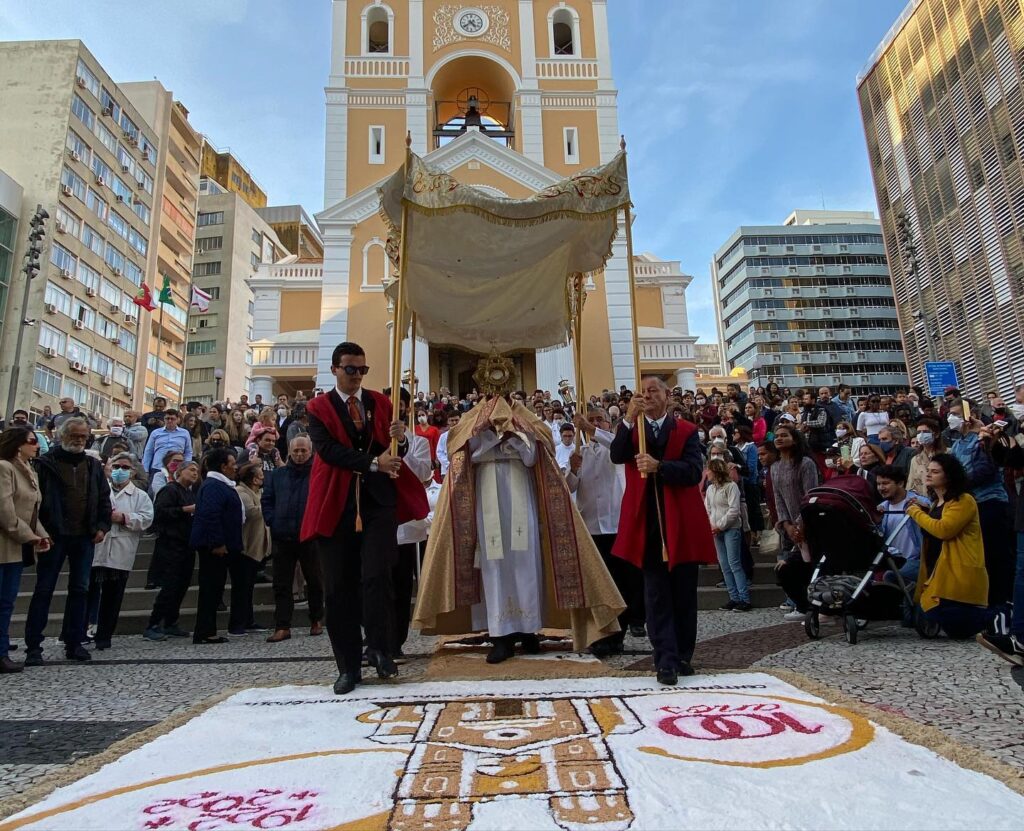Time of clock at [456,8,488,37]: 4:38
